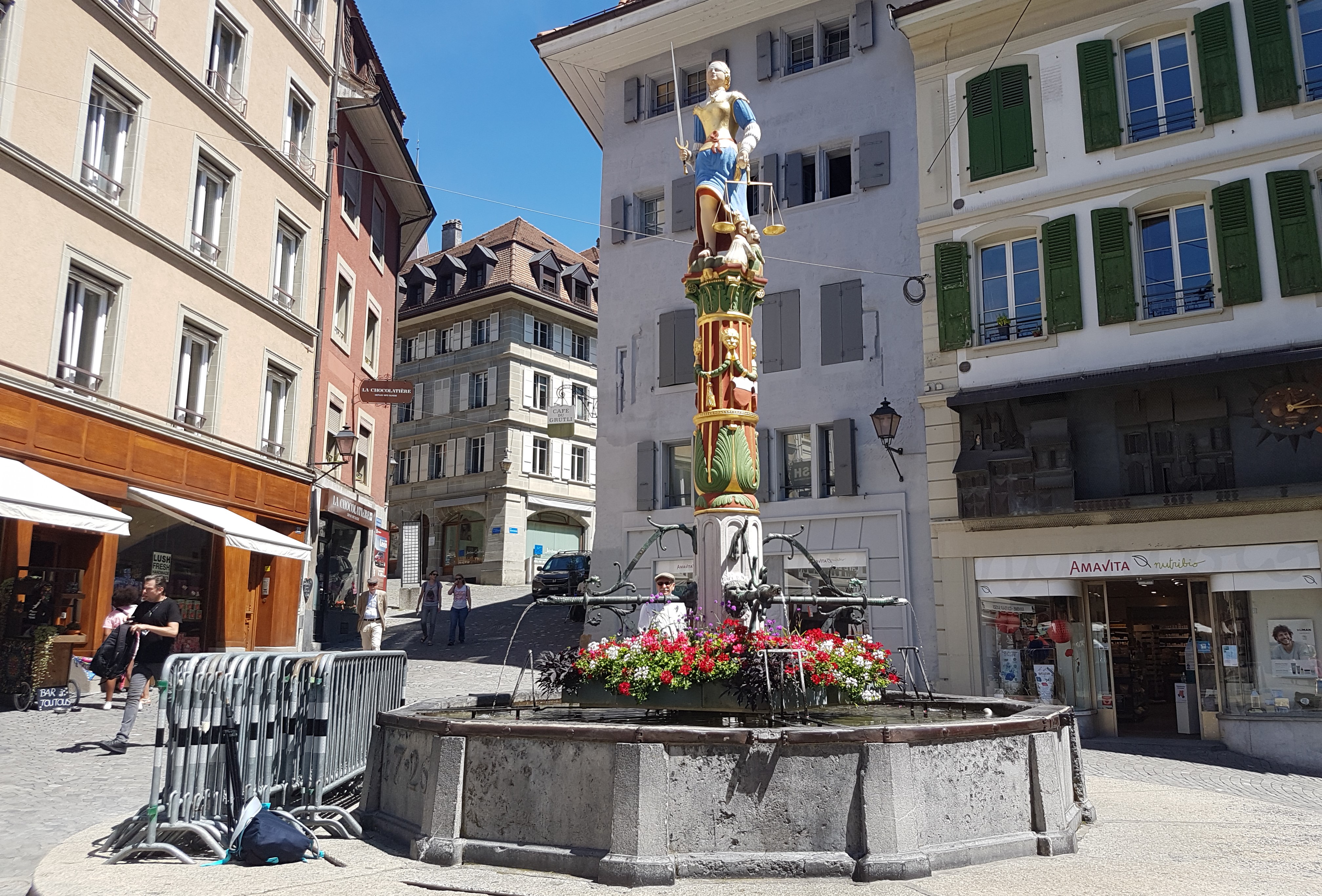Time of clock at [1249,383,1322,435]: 2:15
